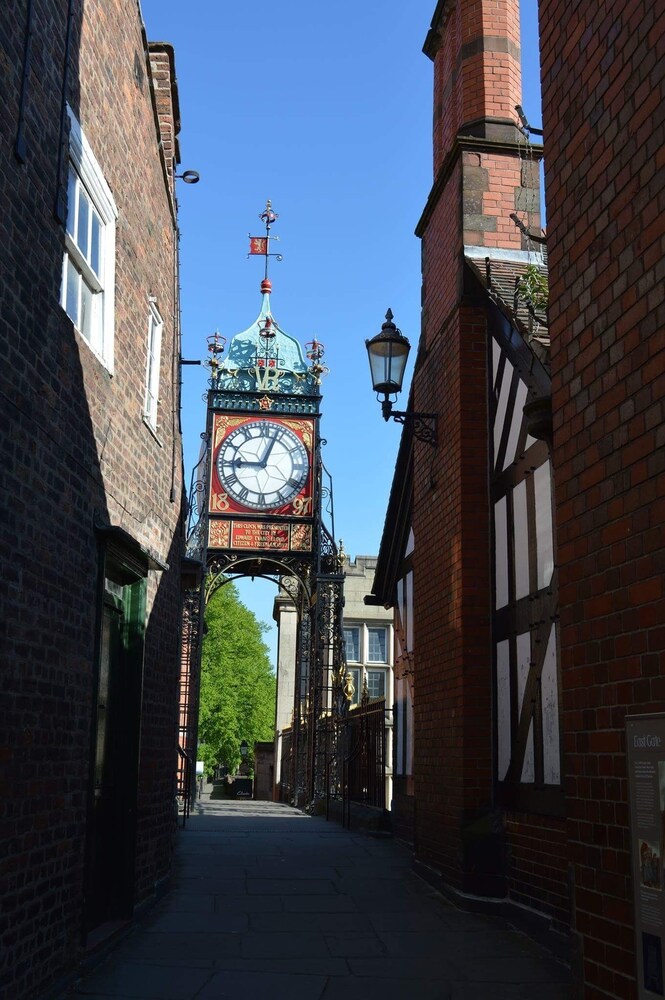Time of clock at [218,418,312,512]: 9:03
